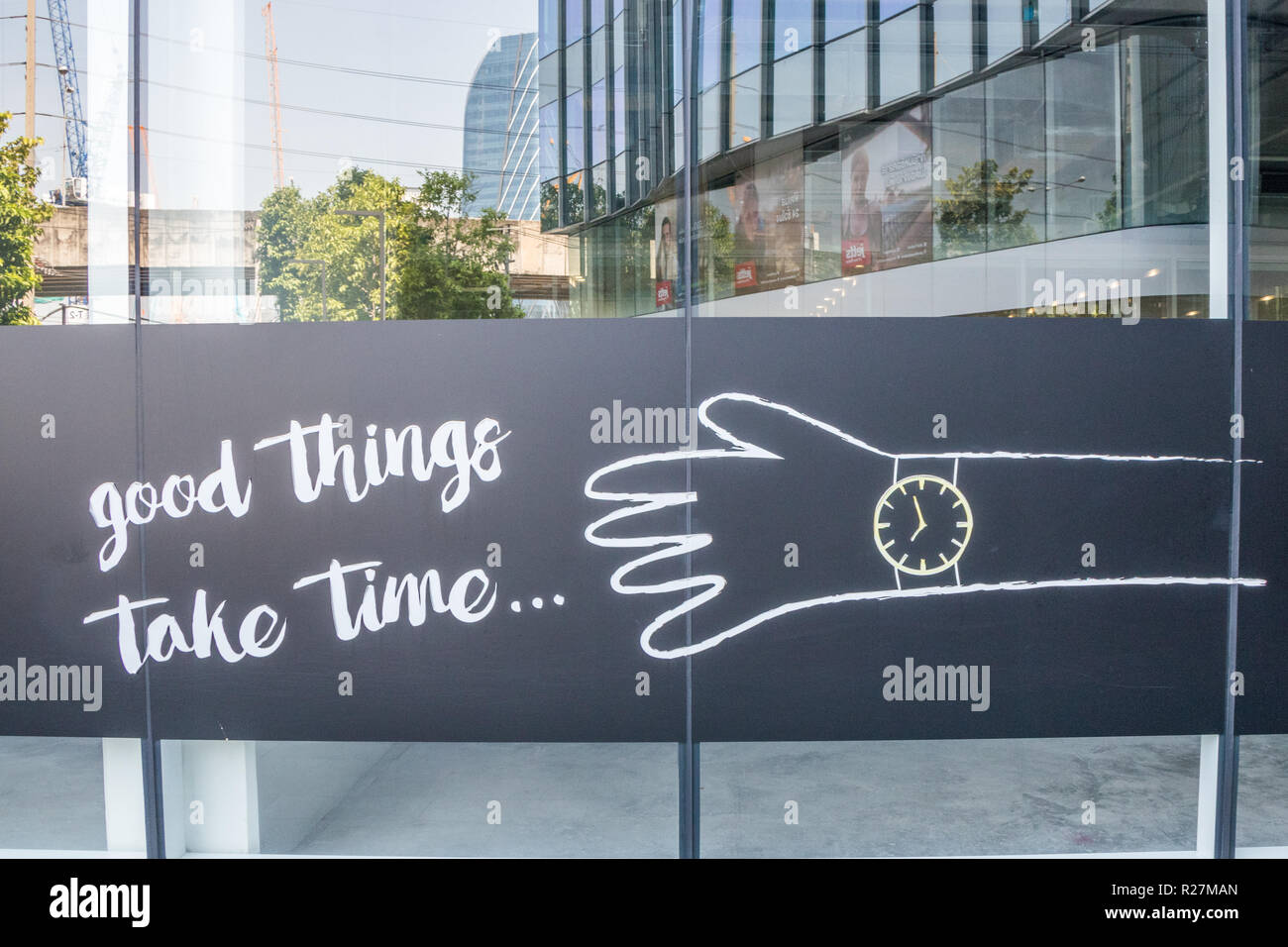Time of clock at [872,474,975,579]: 6:57
